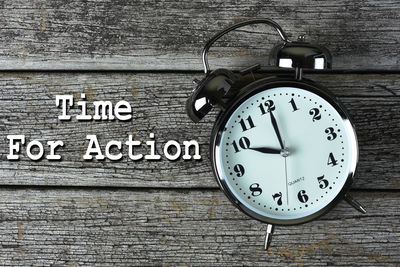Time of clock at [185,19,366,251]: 10:00
